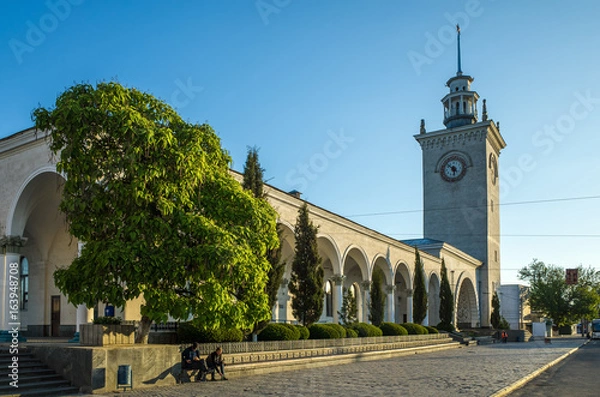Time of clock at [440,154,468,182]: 5:51
